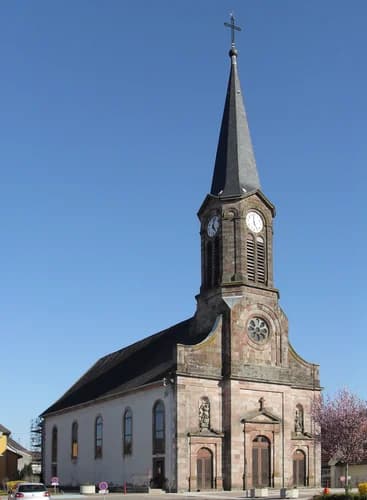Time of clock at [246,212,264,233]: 4:59
